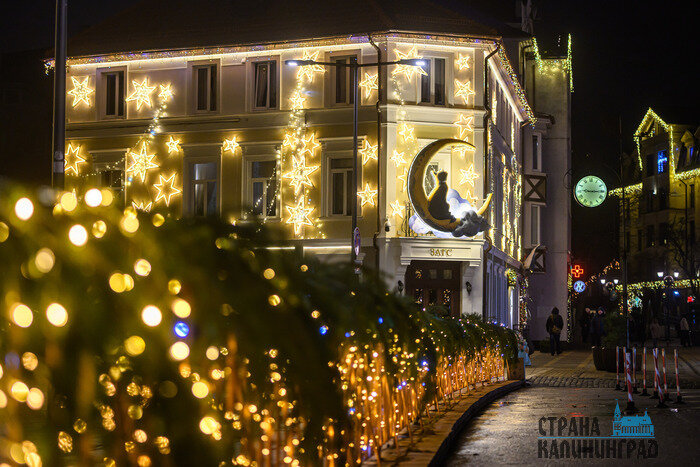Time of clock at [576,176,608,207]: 9:14
